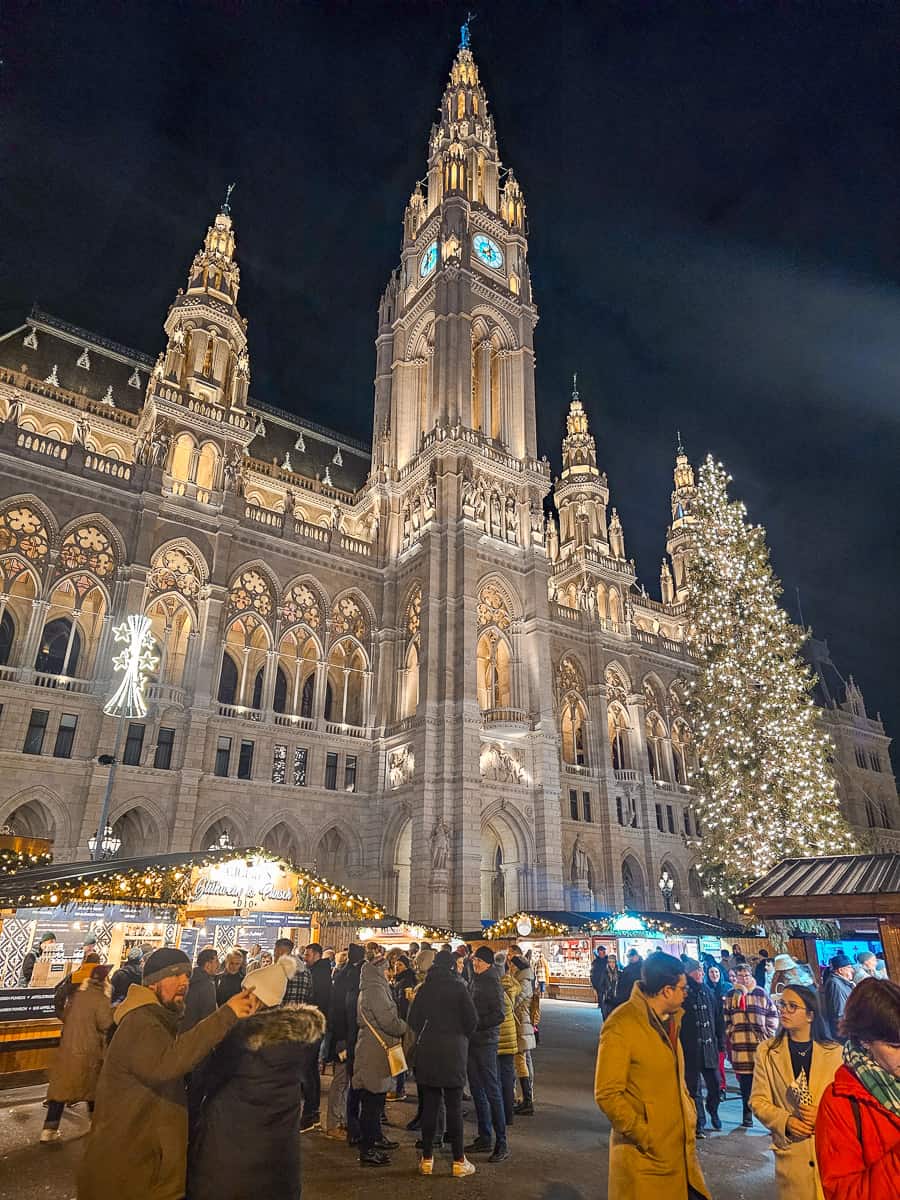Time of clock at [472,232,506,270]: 8:01
